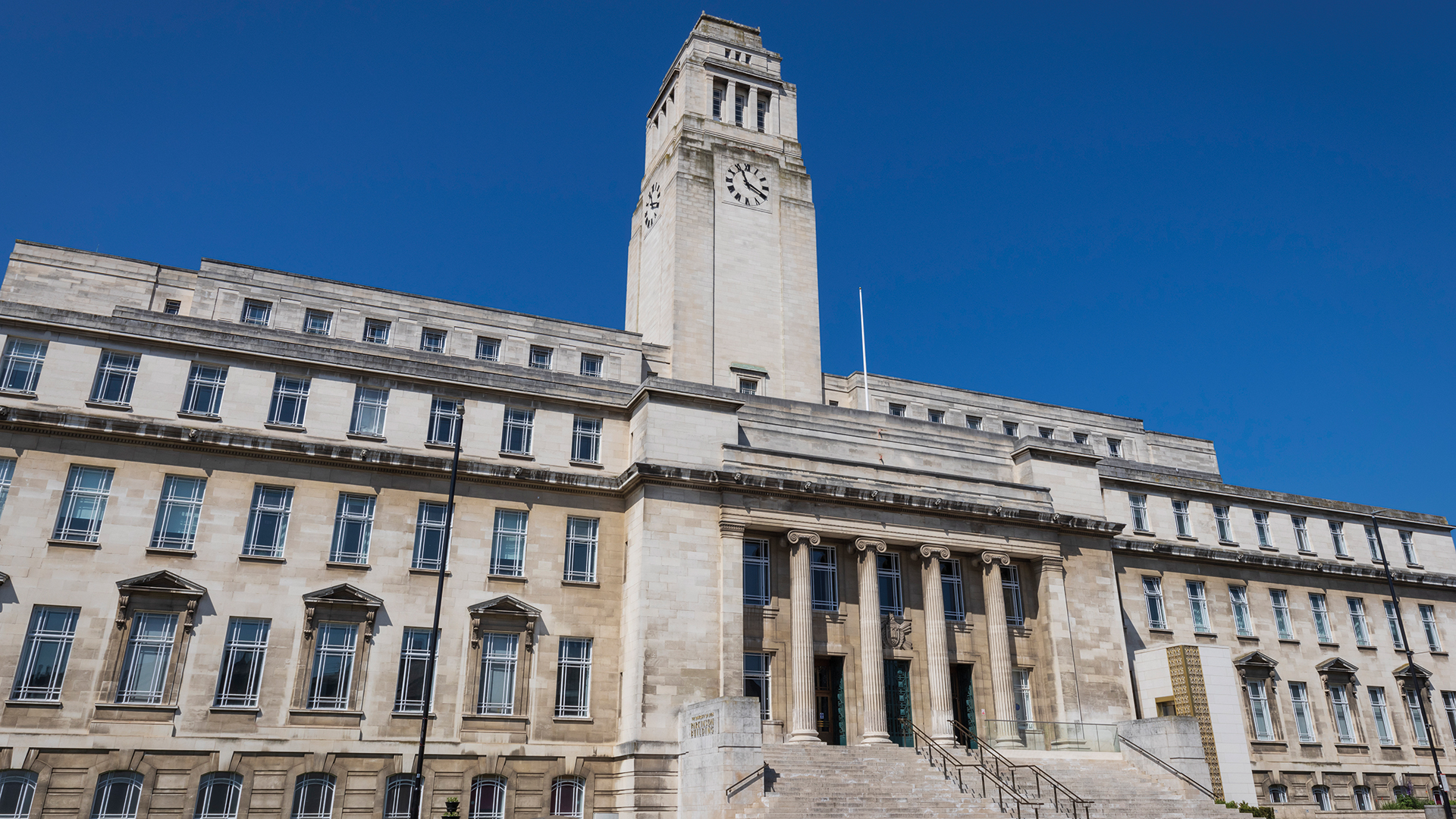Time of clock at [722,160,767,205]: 11:19
